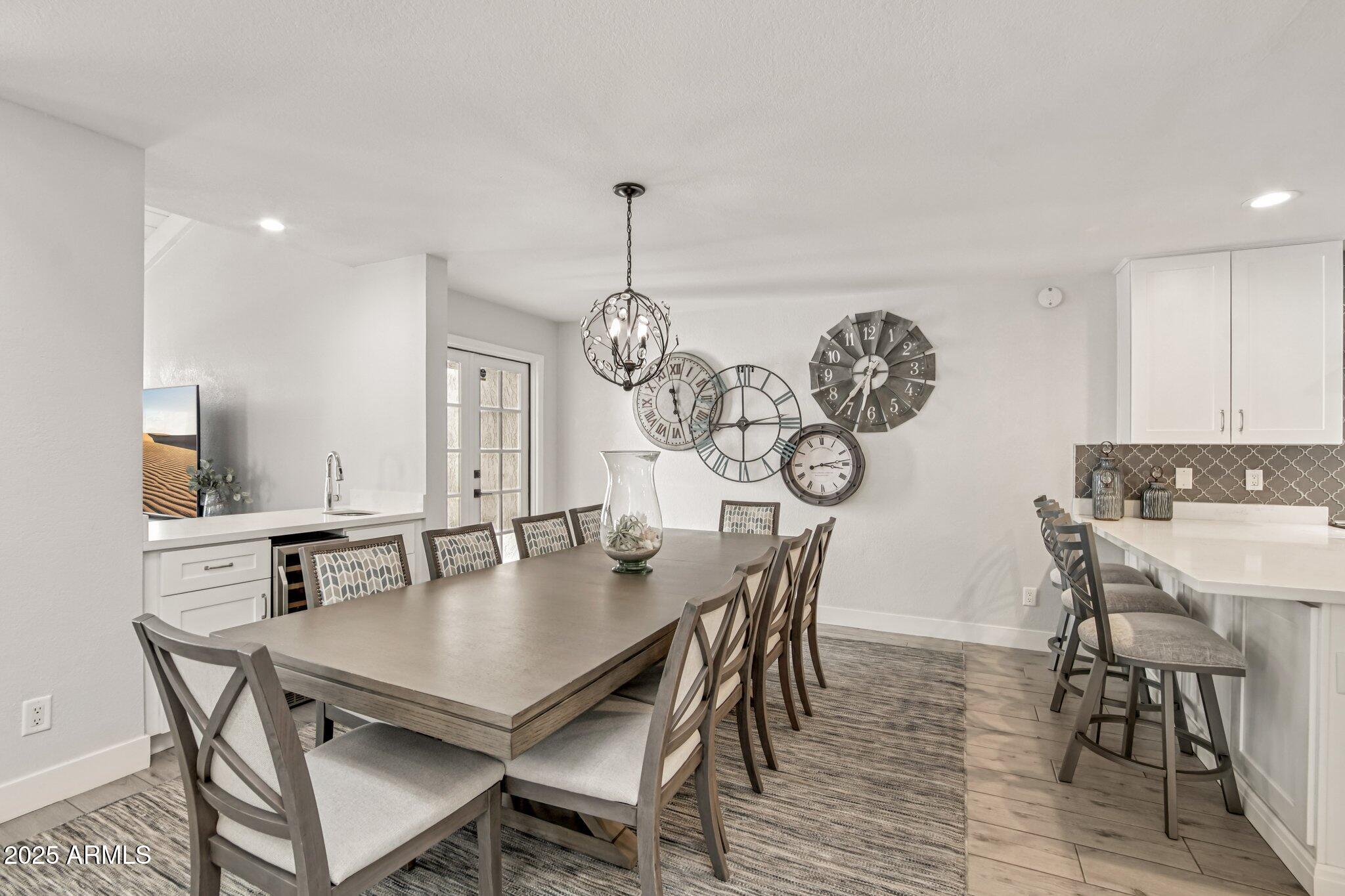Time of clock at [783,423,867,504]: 3:12
